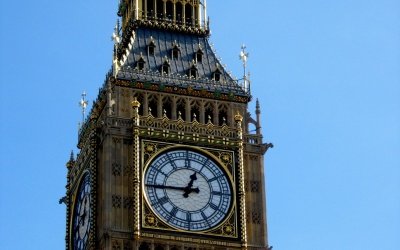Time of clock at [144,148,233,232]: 12:45
